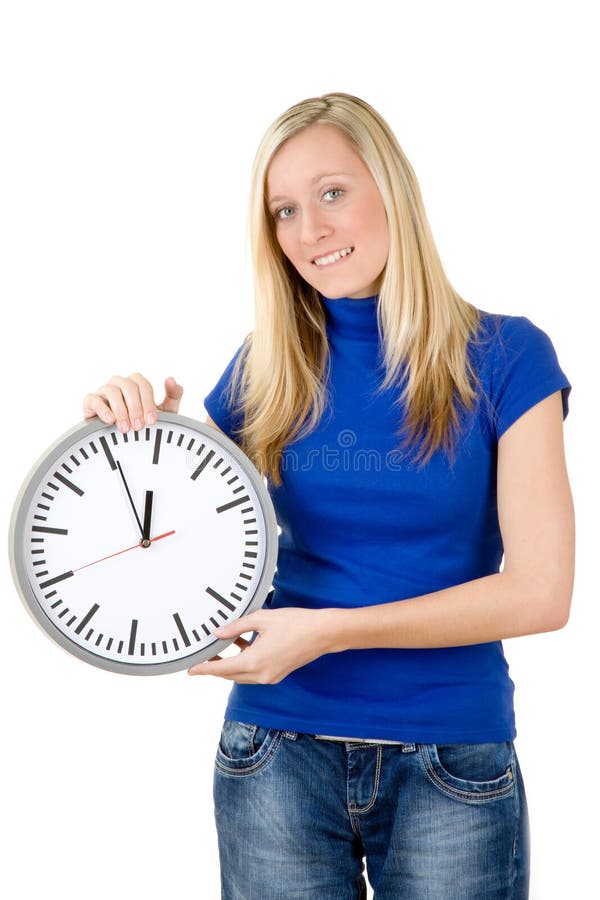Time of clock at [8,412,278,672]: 11:55
